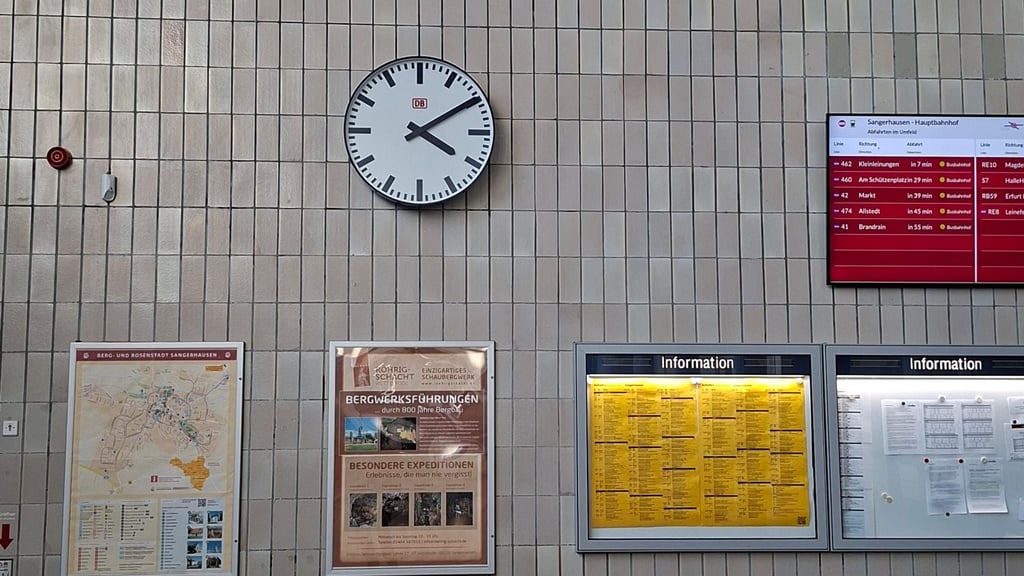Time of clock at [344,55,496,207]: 4:09
